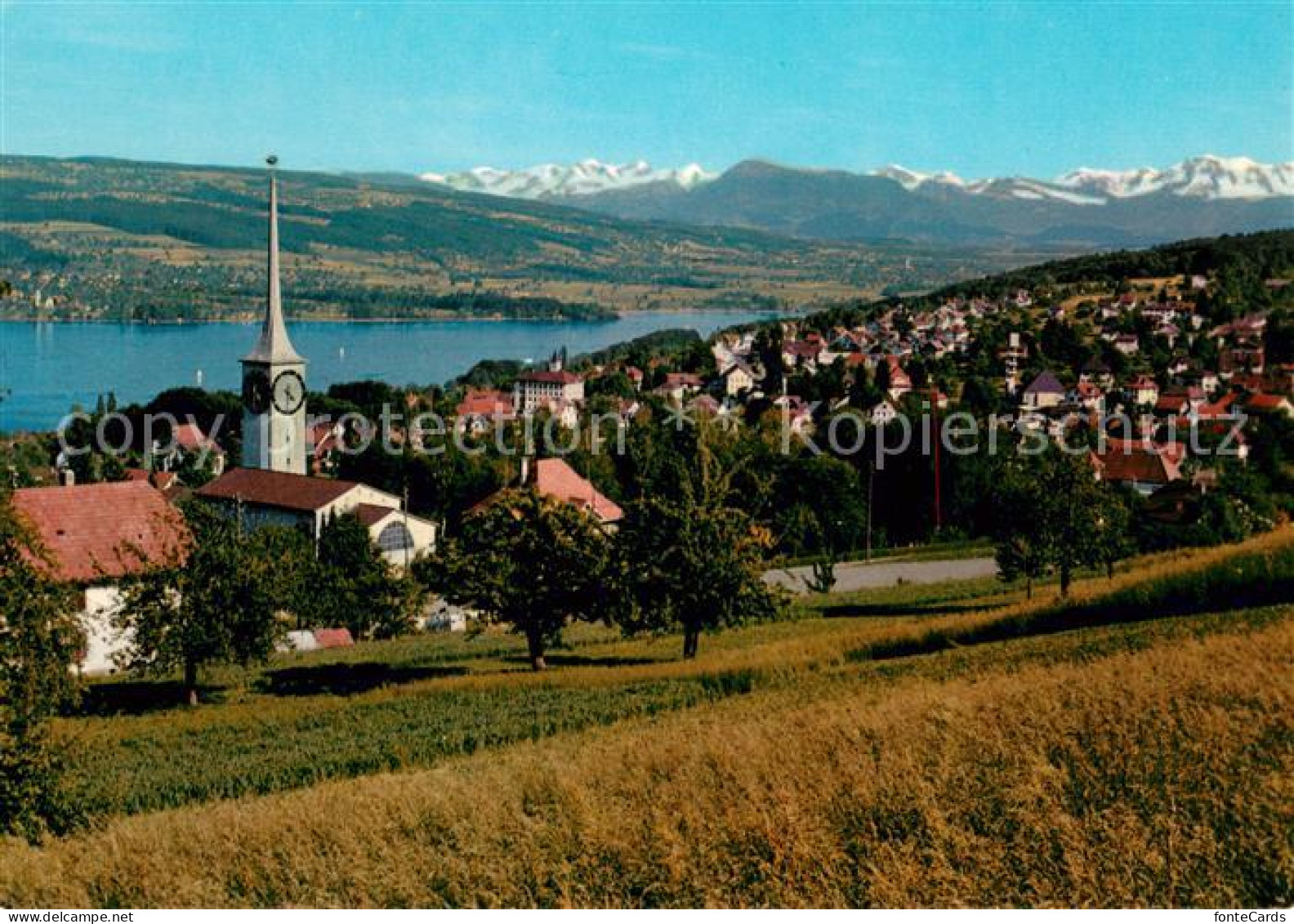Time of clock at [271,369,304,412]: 4:29
